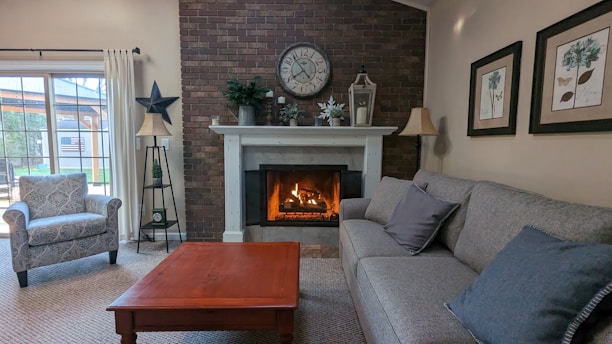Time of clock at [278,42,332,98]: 7:53
